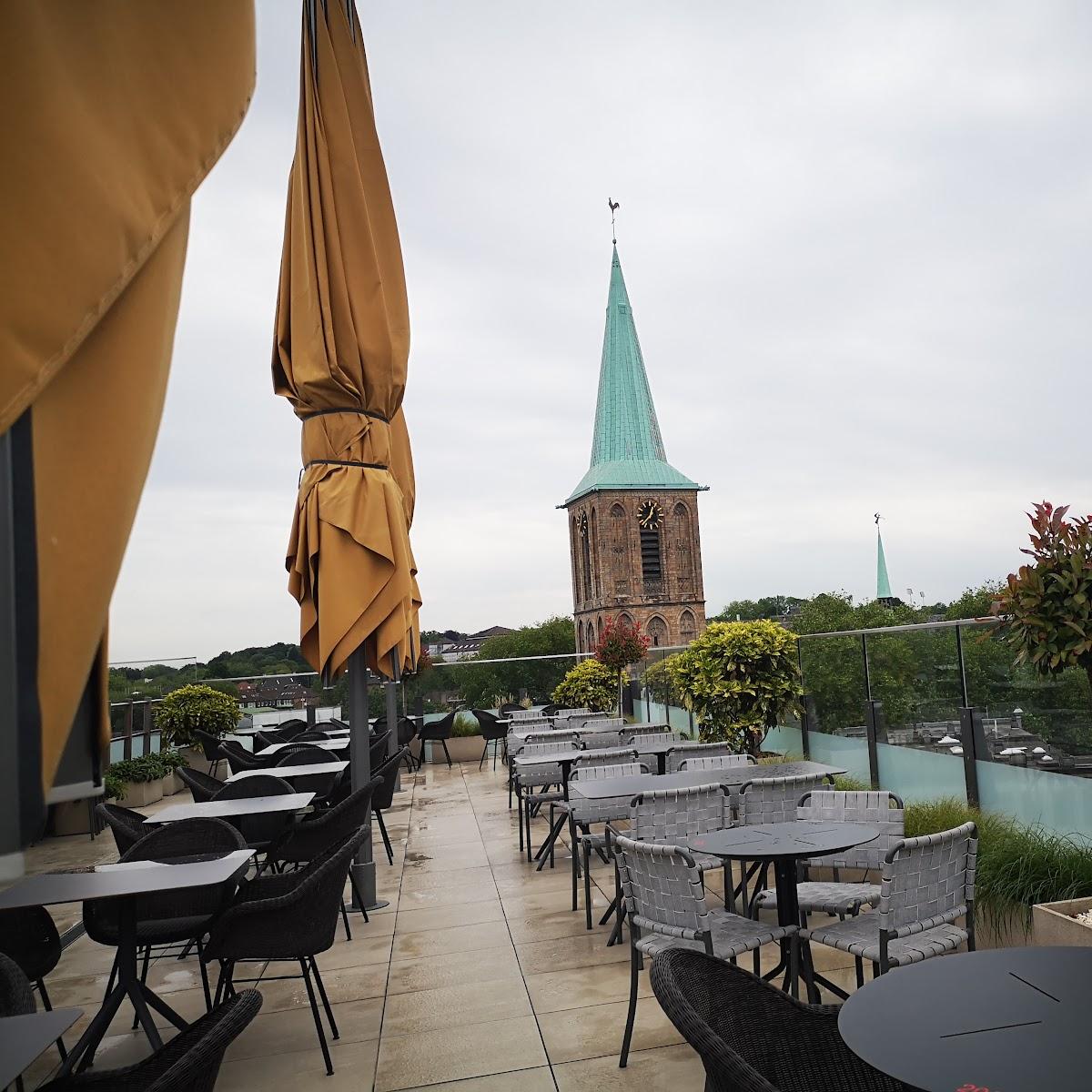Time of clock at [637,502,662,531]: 12:37
